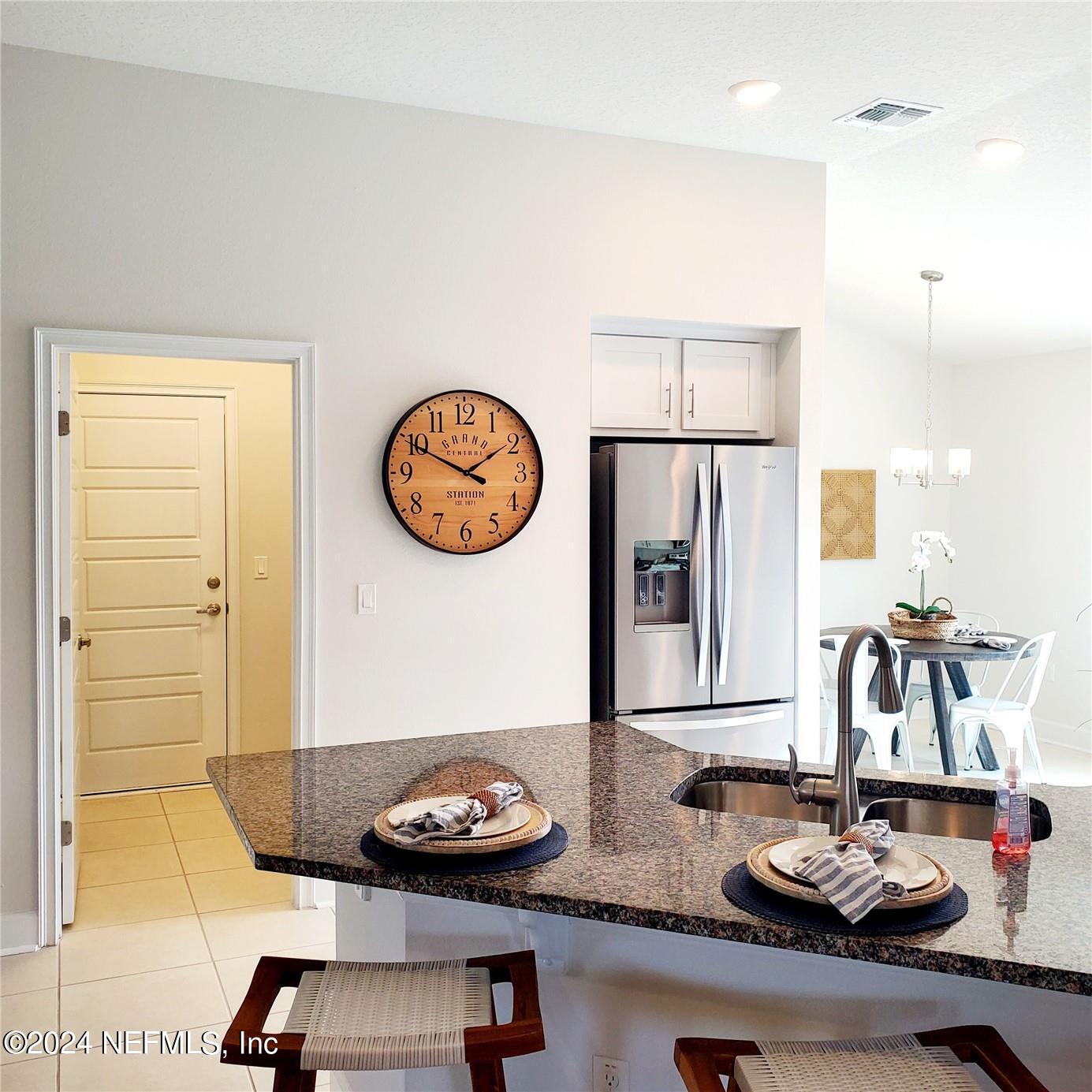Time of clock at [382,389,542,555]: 1:49
